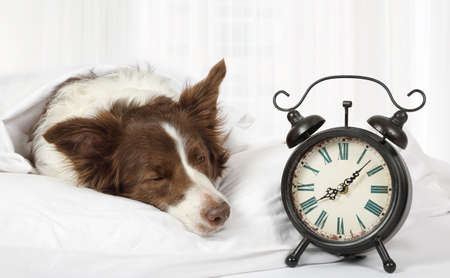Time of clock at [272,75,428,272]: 8:07
